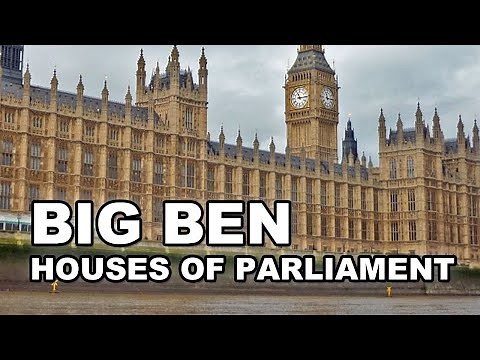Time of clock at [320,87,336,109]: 11:14
